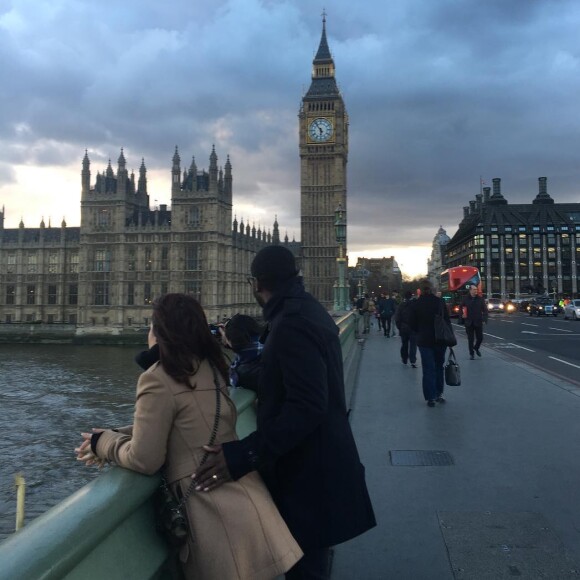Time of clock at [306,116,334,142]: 5:54
